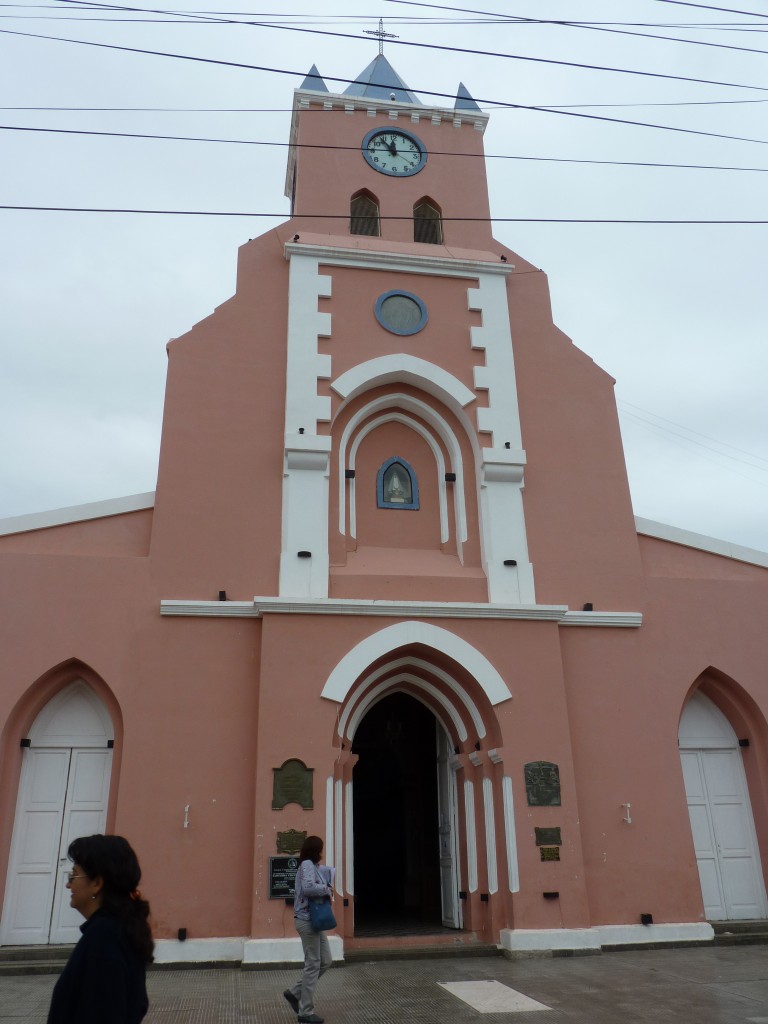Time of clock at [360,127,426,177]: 11:53
